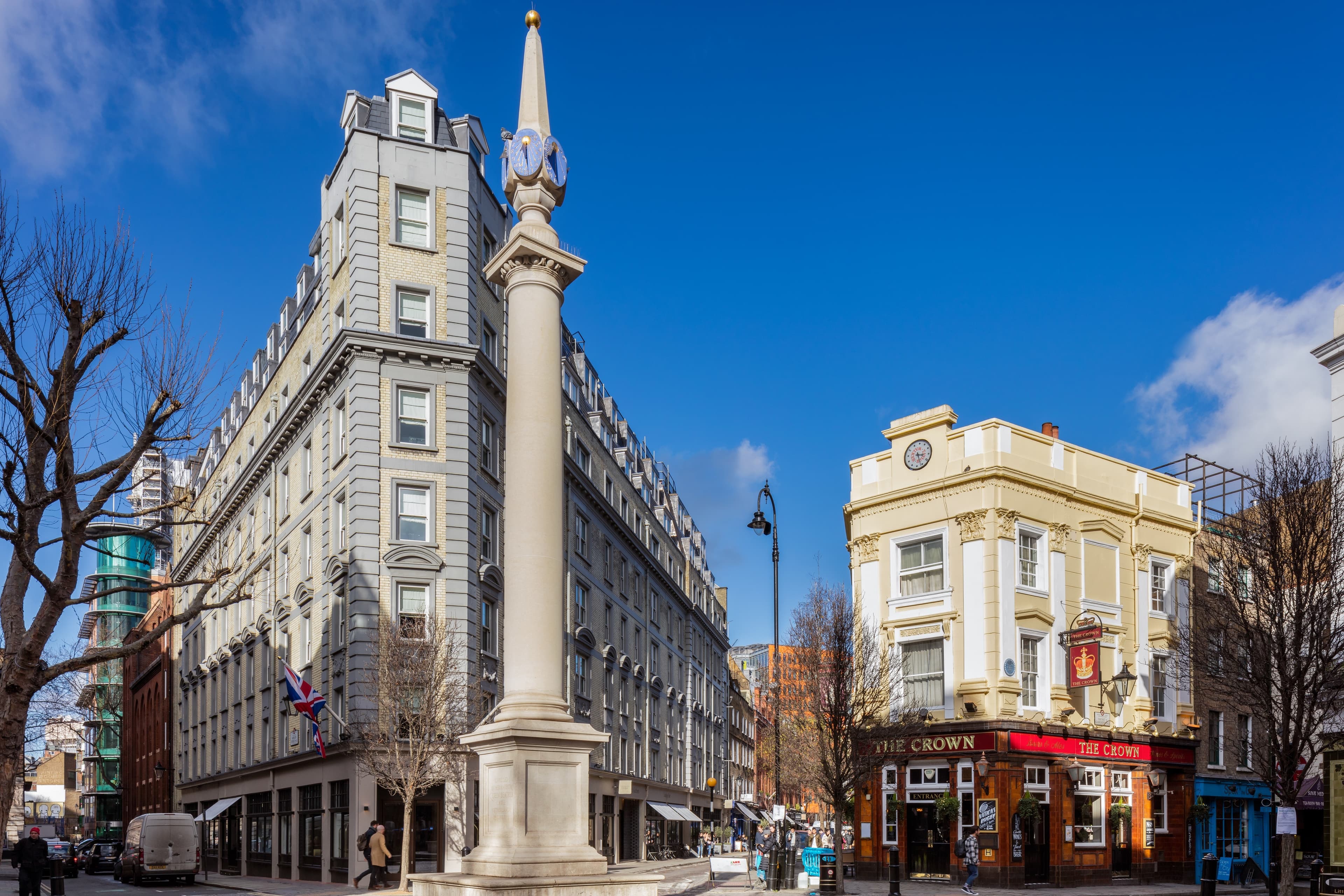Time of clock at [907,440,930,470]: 3:26
